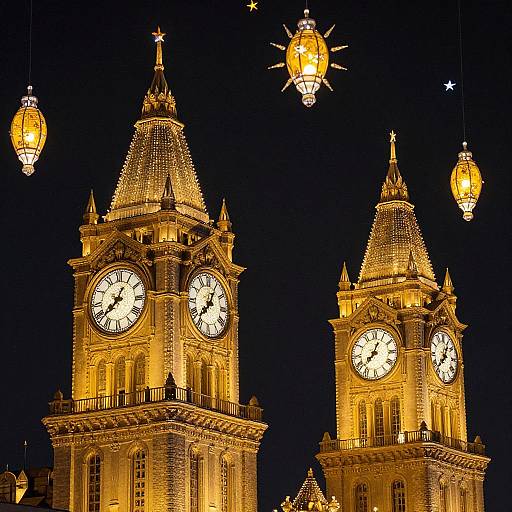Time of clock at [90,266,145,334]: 12:37
